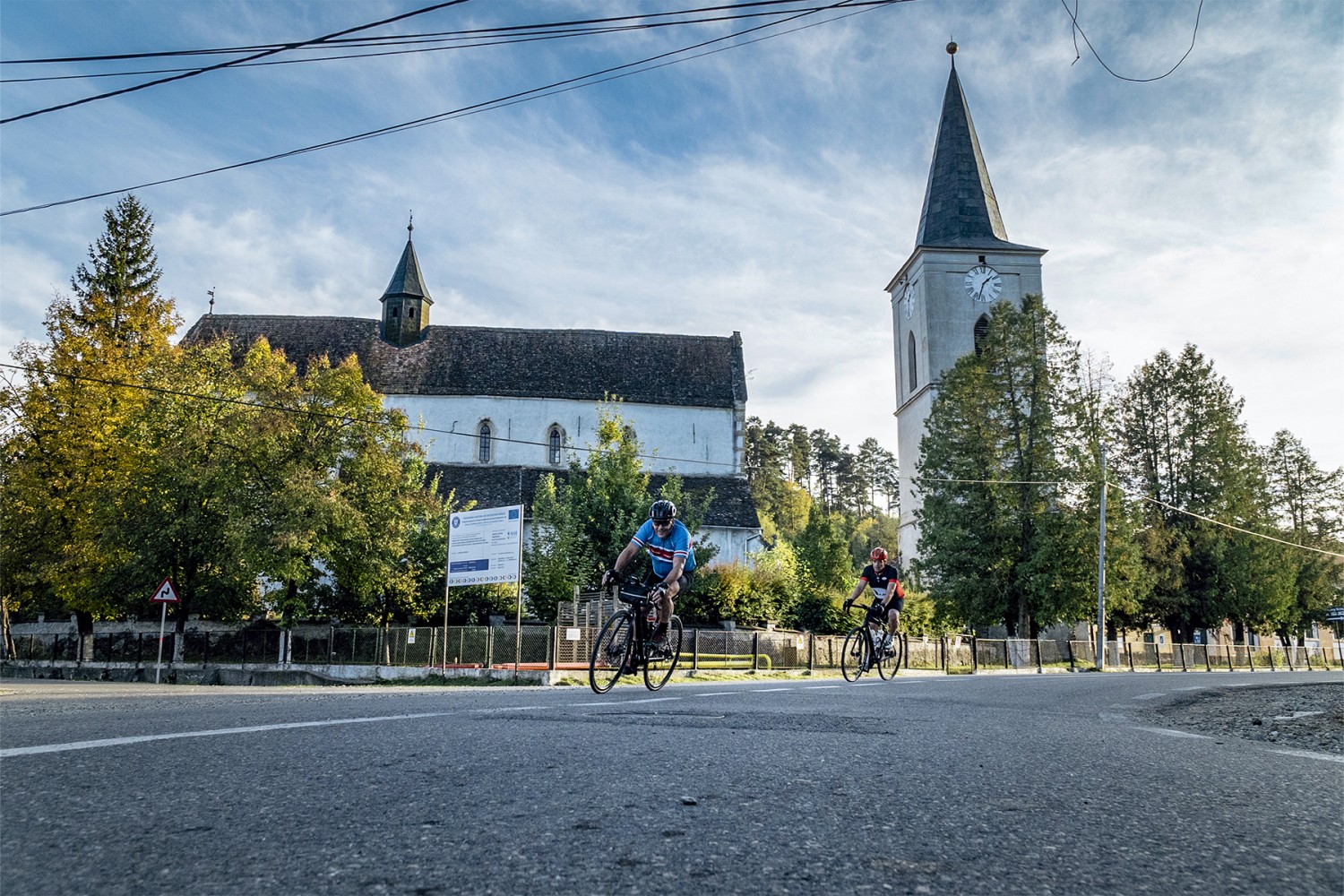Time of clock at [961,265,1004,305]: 1:32
